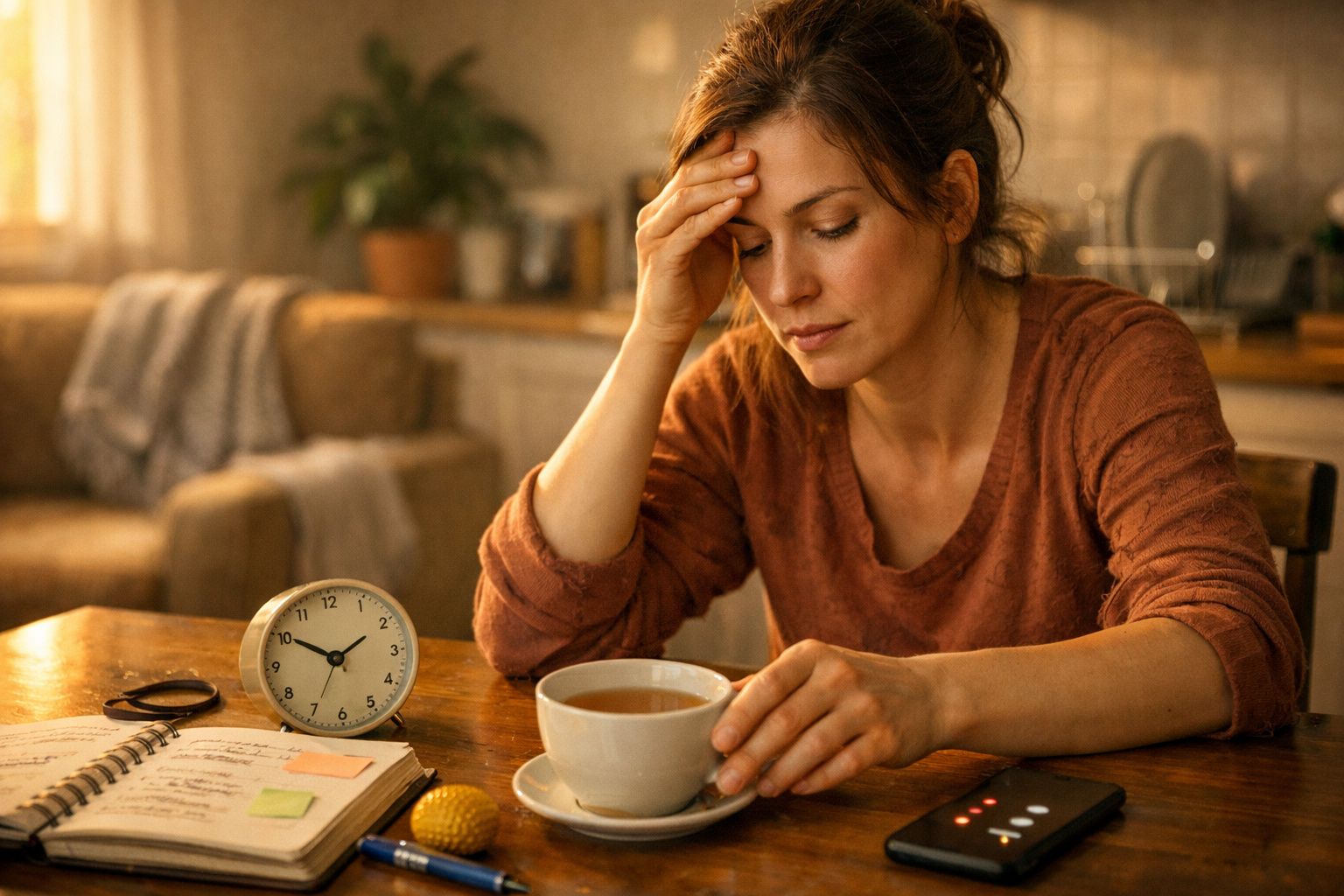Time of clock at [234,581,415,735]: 1:50
